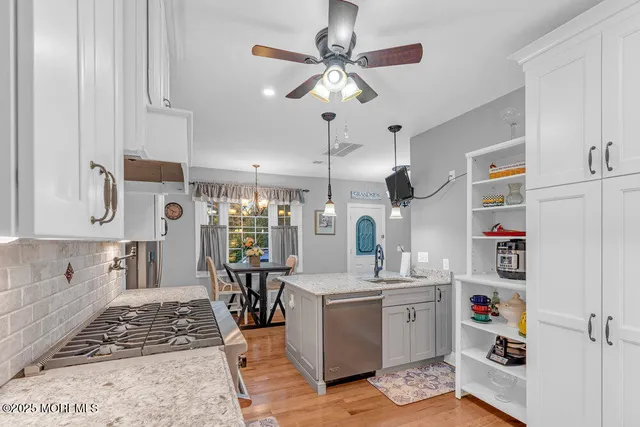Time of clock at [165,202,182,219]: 6:50
